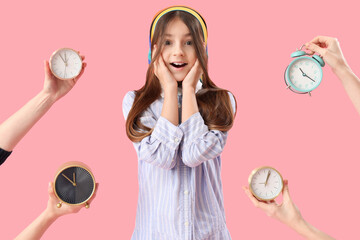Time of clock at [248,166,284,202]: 1:03
